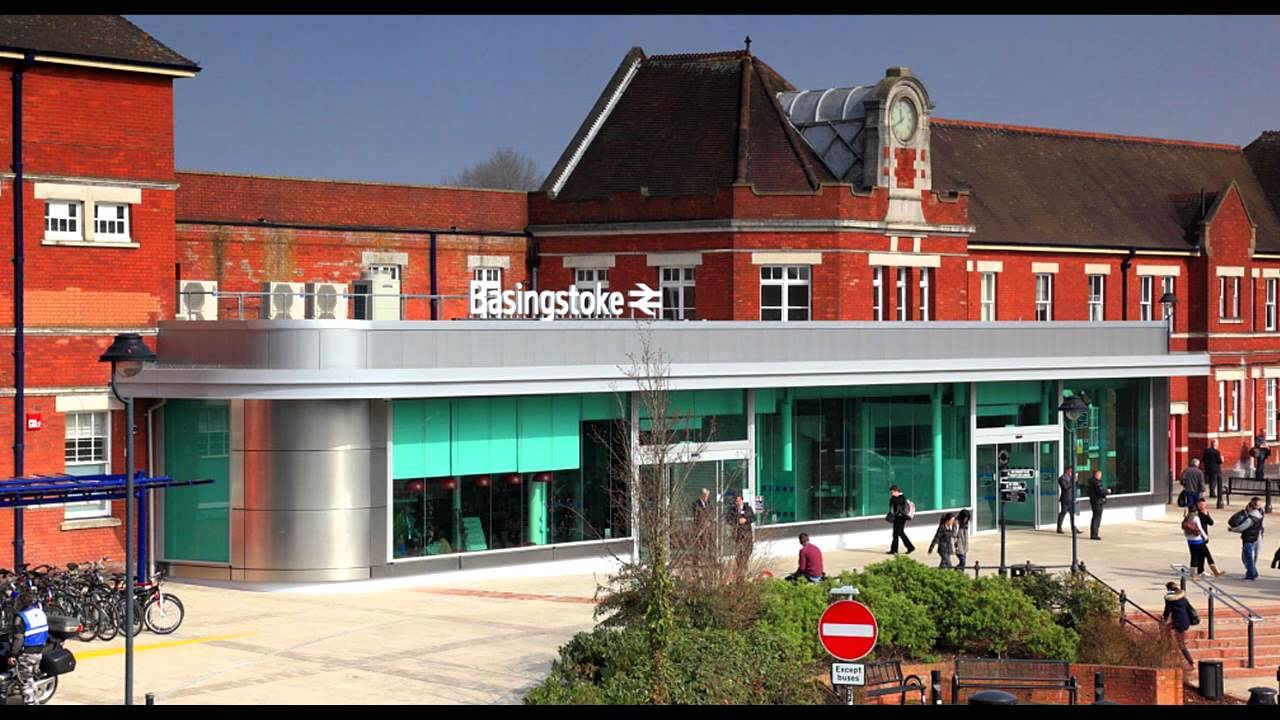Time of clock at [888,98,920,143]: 11:40
